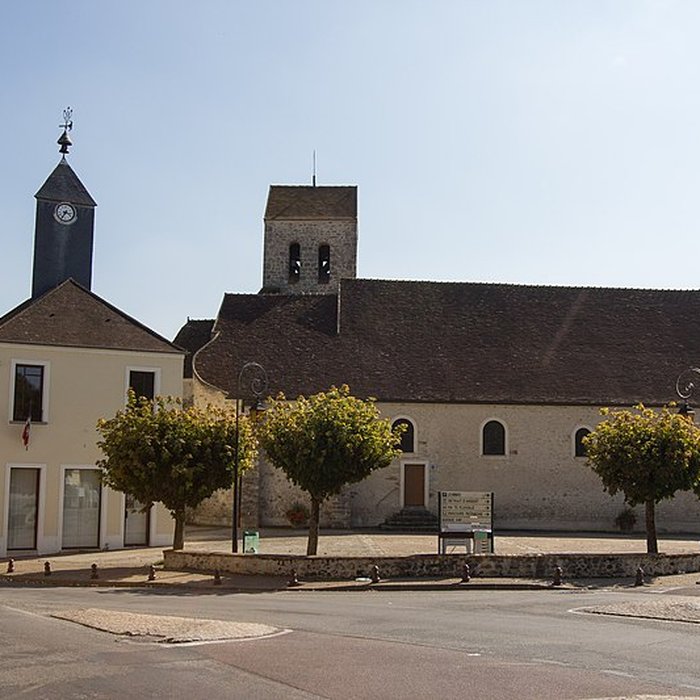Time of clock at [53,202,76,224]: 3:35
